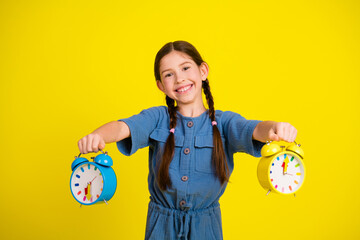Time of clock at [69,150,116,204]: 6:30
